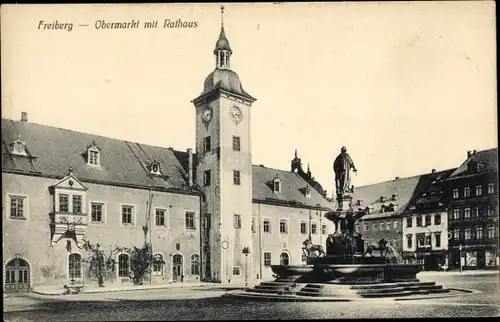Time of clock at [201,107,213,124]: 7:12
